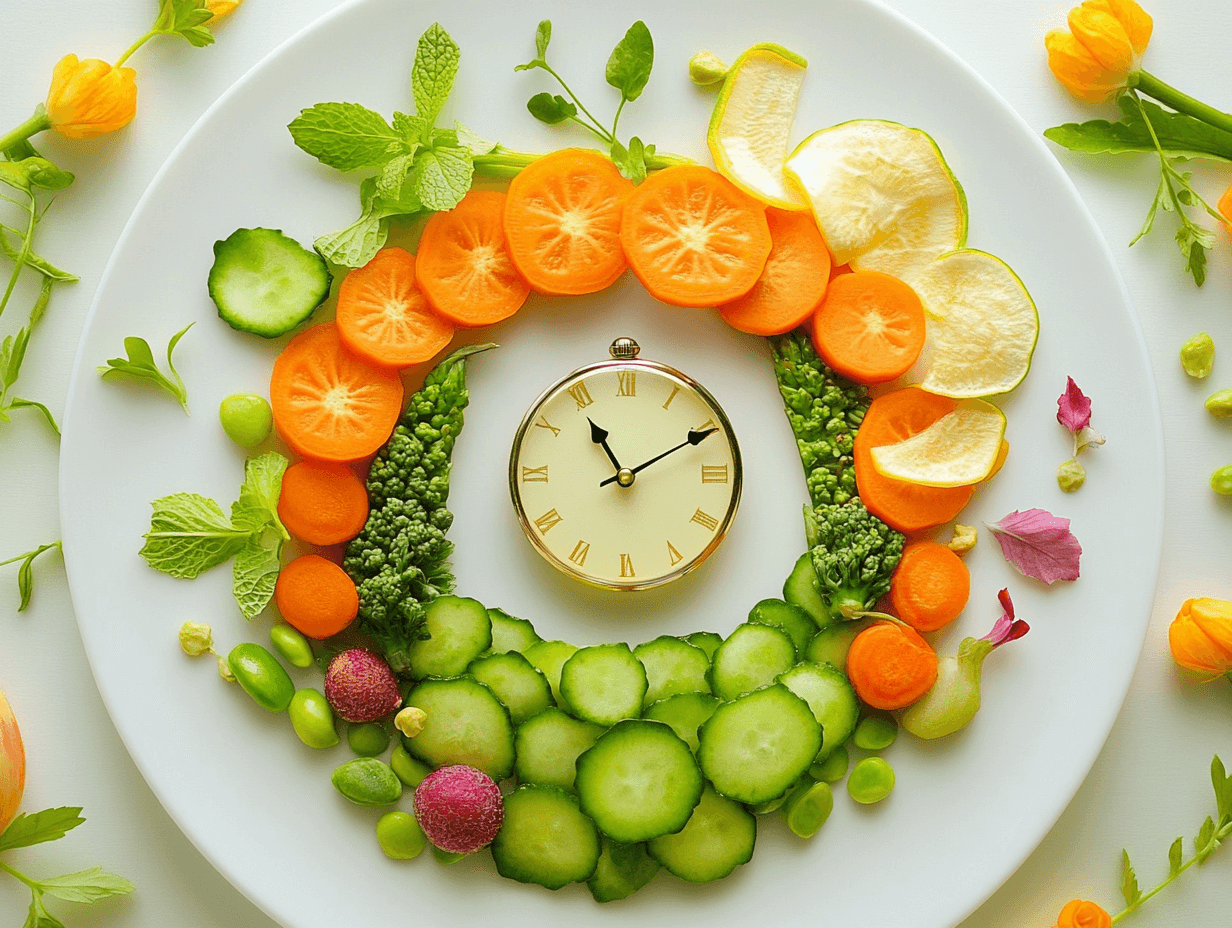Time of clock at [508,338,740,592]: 11:10
